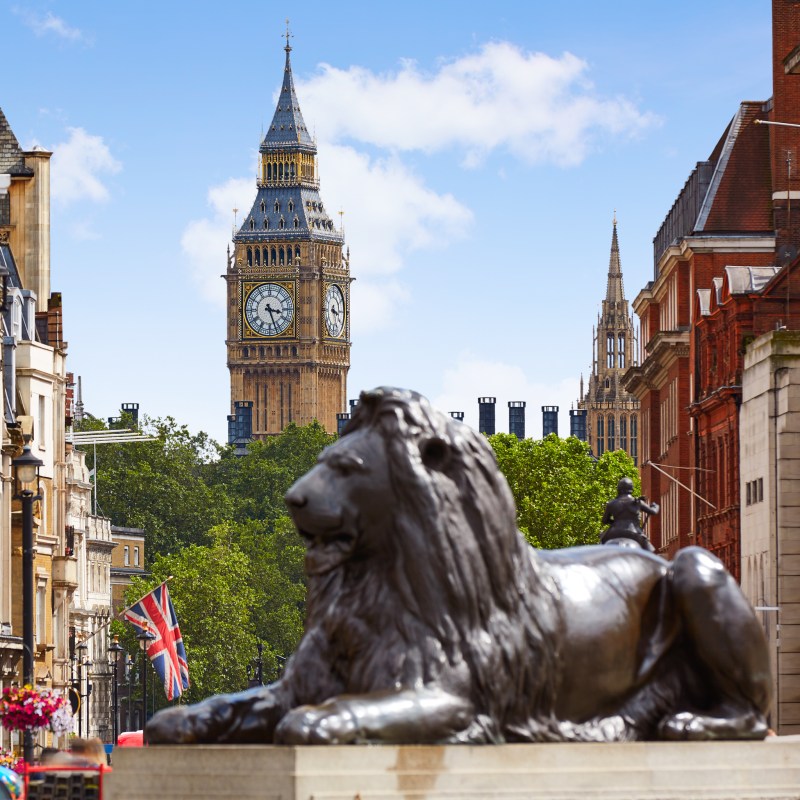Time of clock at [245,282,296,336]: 3:26
